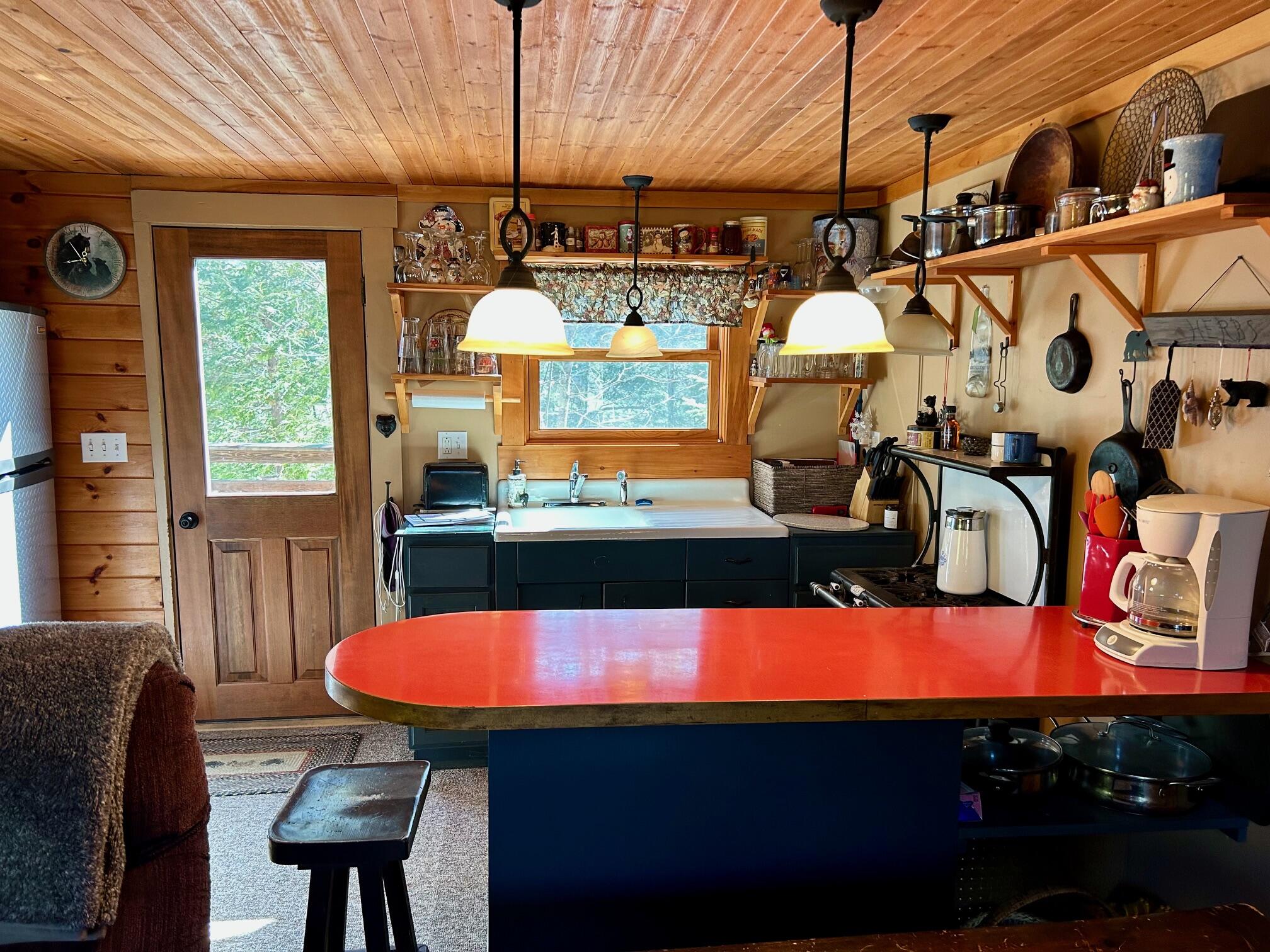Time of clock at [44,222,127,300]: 8:53
